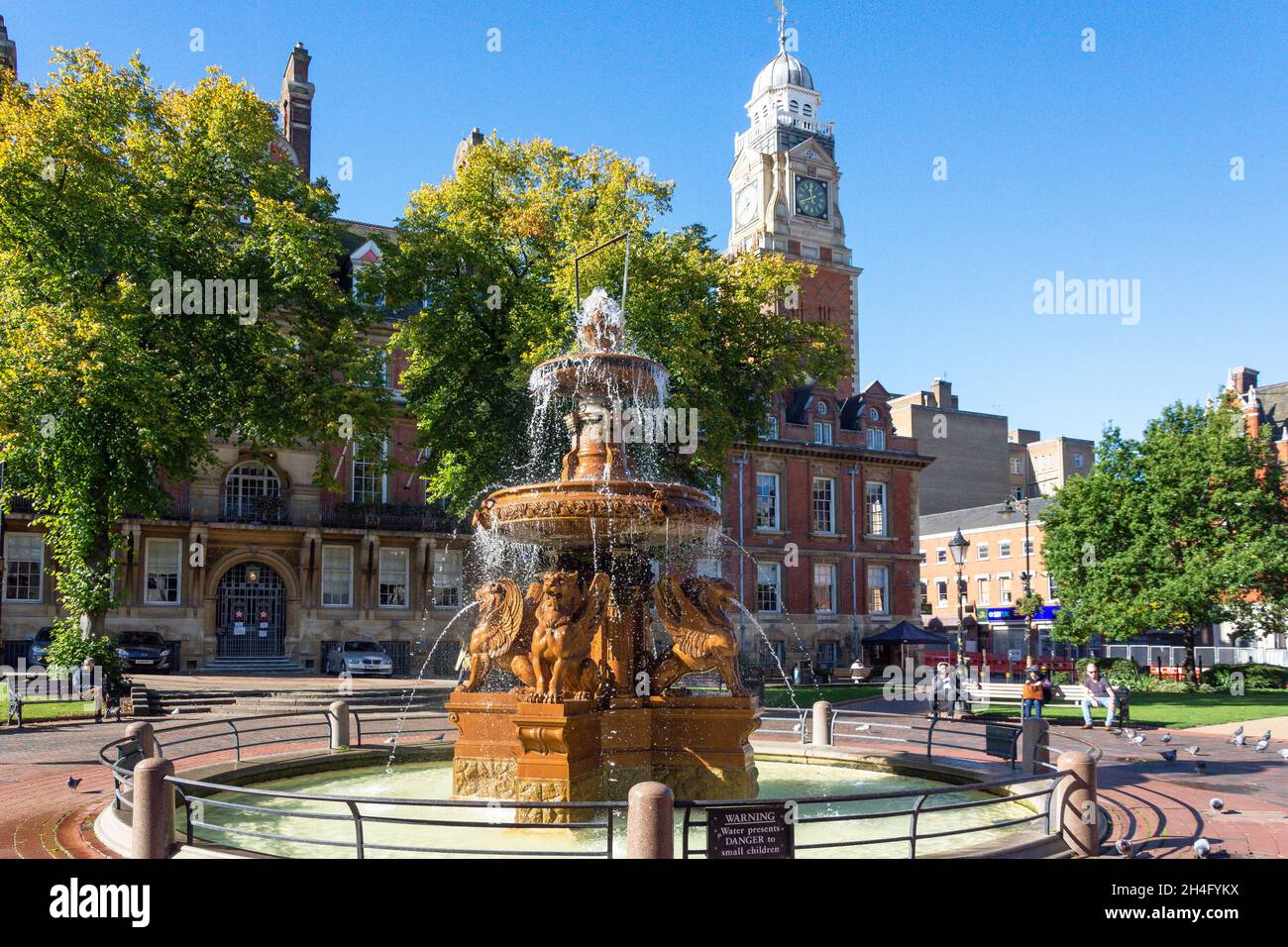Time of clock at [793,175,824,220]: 11:40
